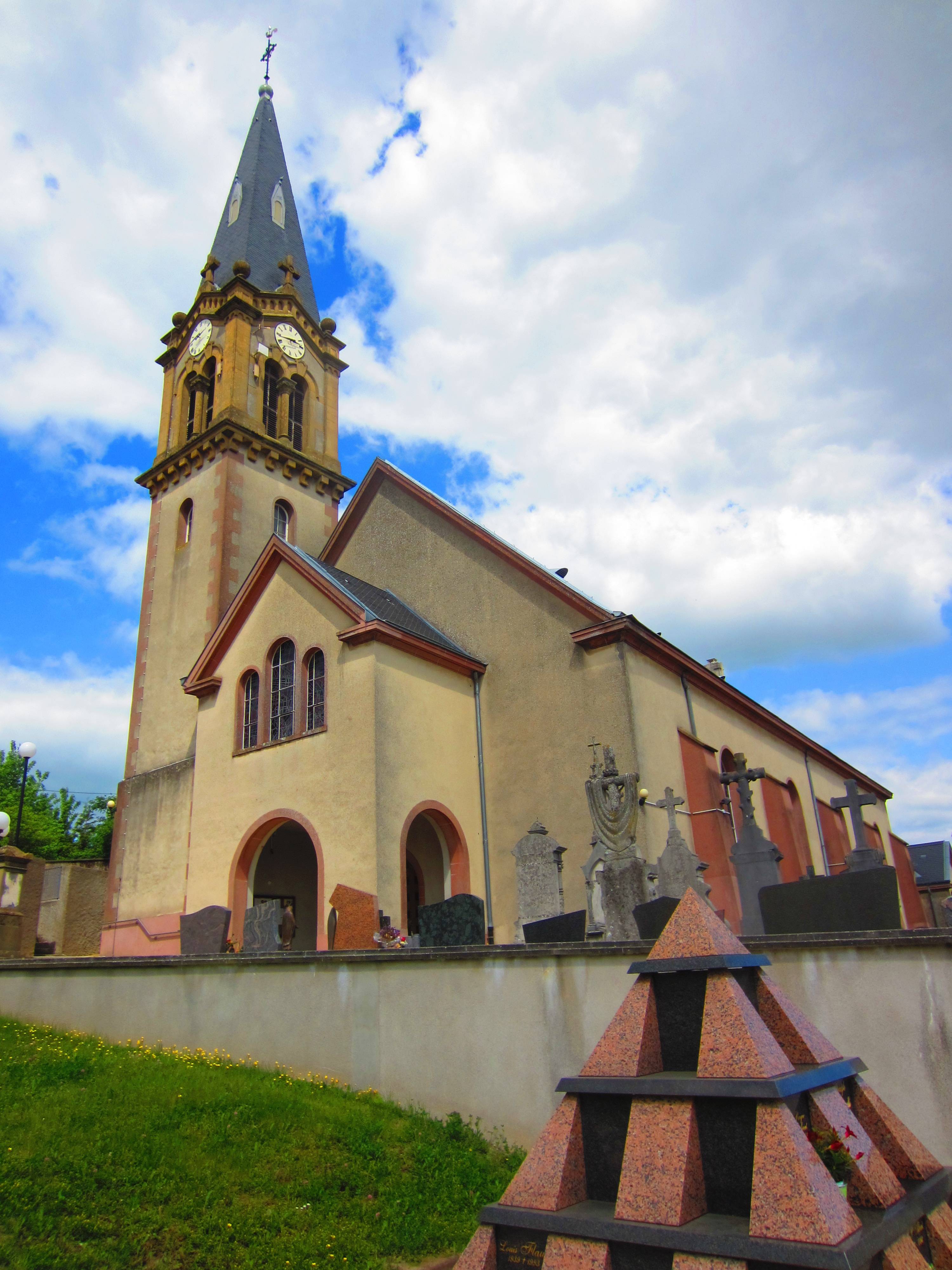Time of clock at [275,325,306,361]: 2:43
